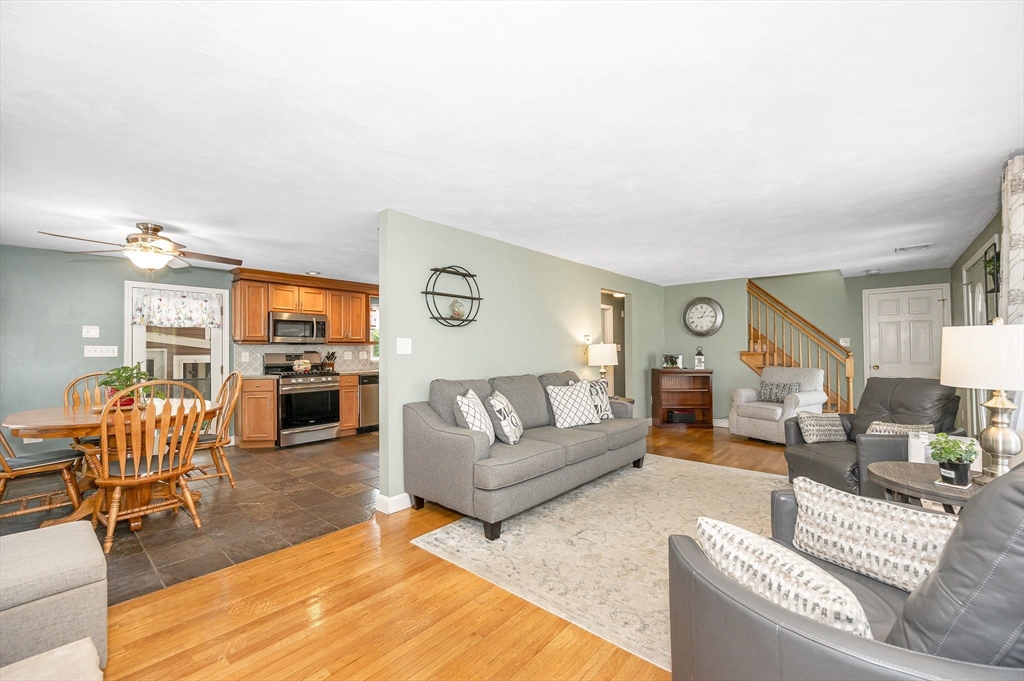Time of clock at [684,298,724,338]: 1:13
